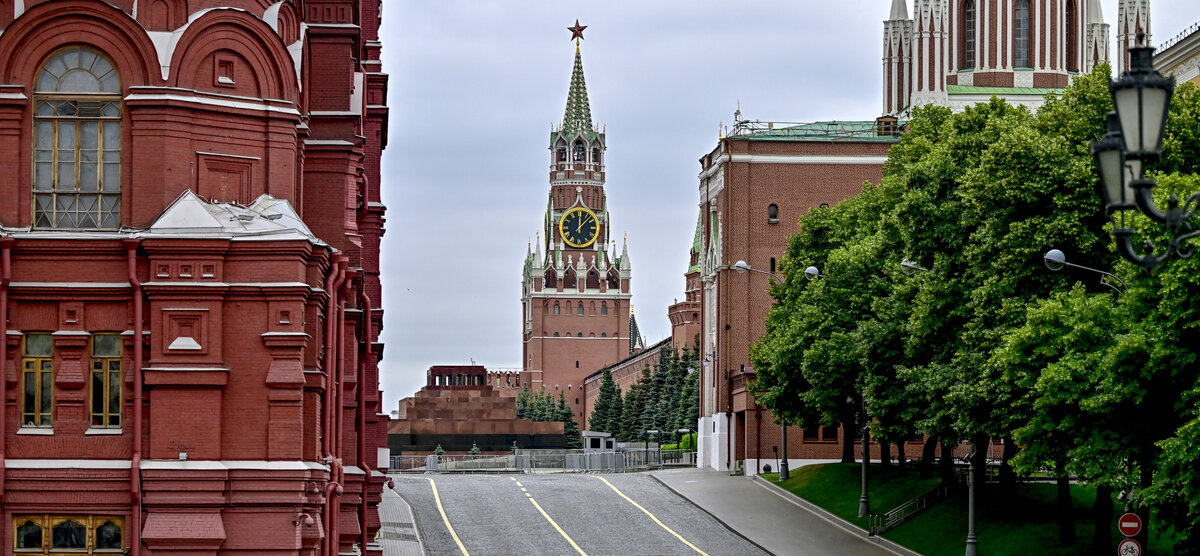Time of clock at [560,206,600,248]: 12:07
